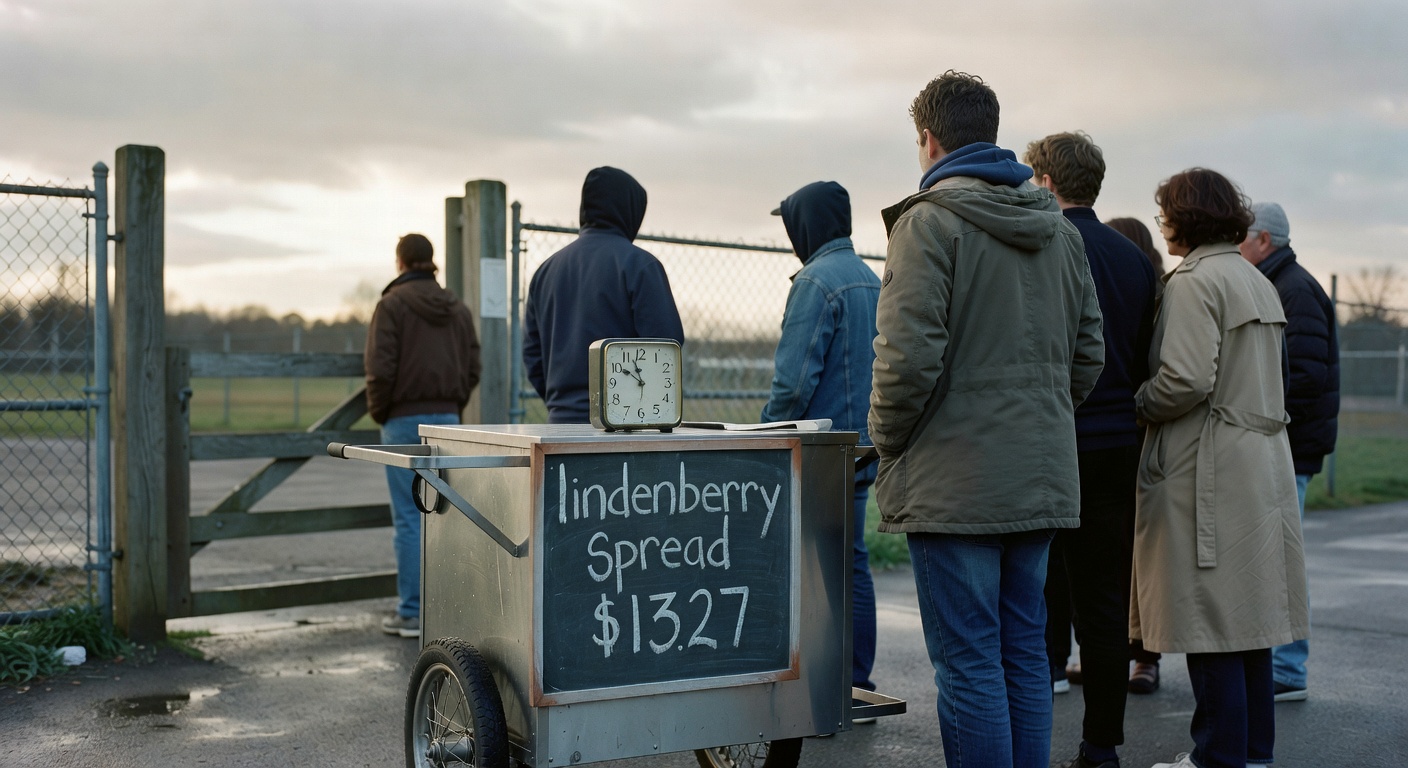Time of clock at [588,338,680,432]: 9:56
